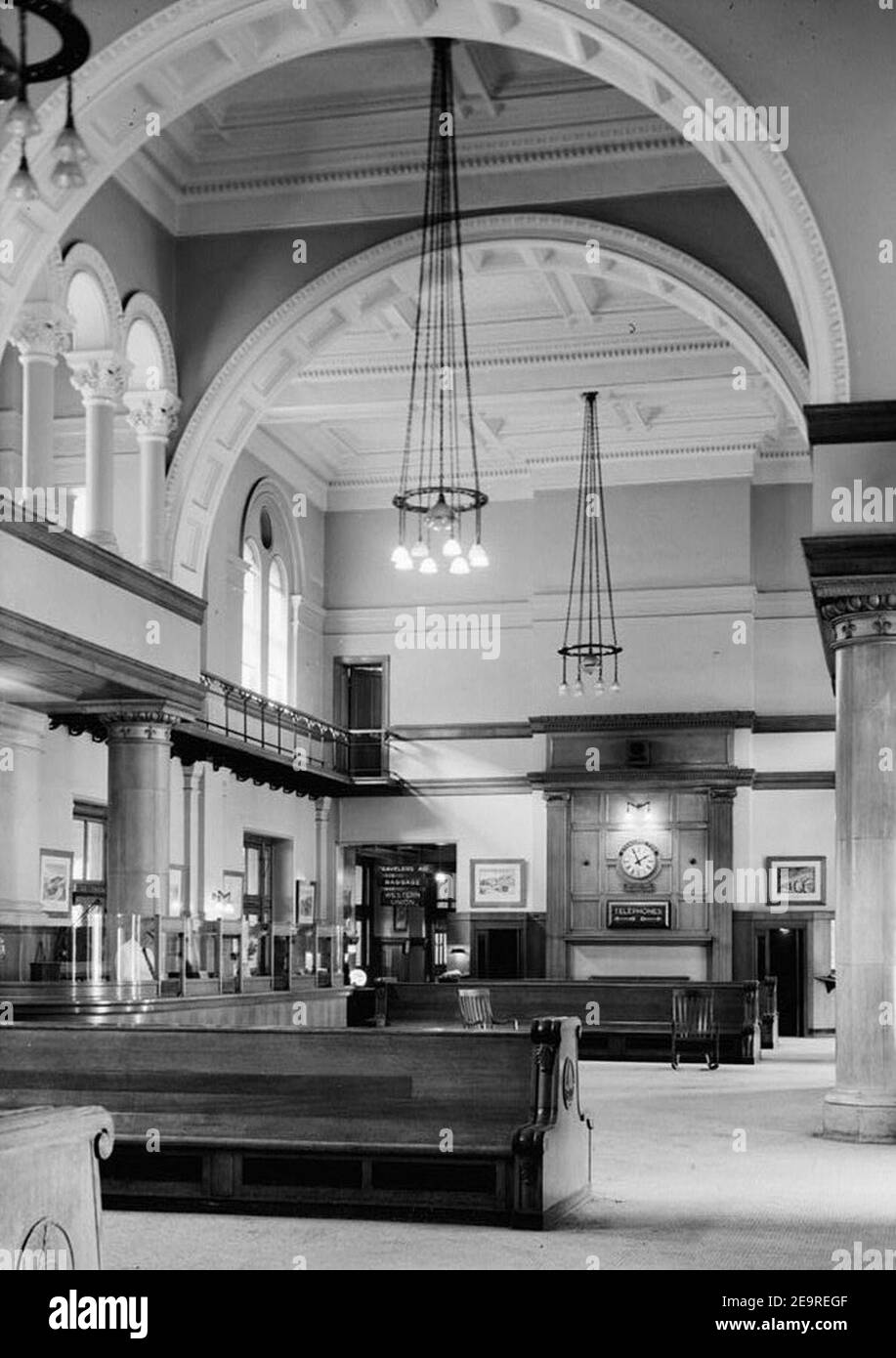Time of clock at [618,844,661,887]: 1:56
